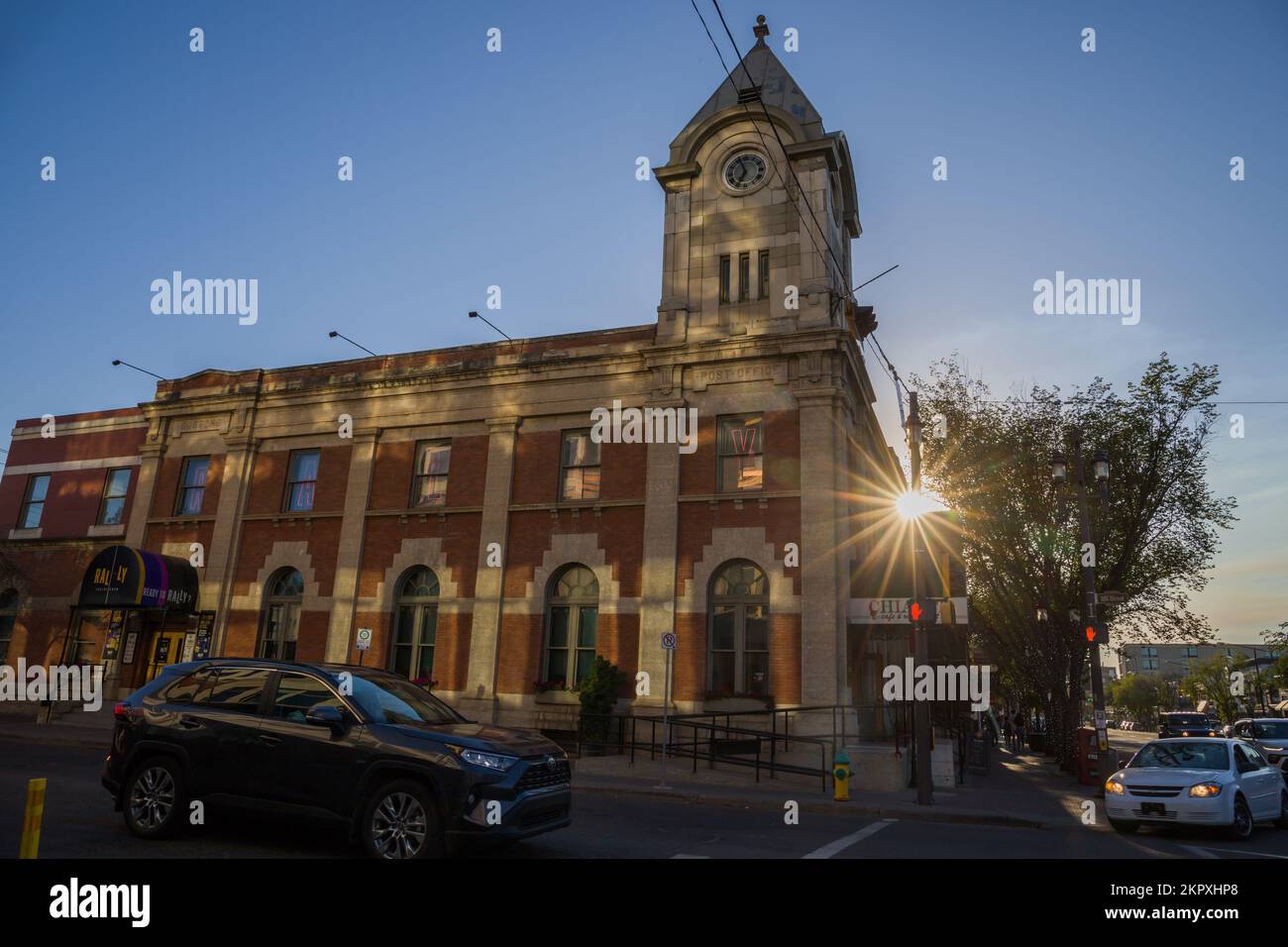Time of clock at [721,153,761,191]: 6:56
